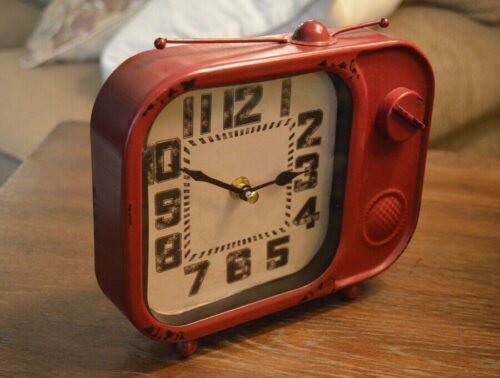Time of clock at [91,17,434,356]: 2:49
